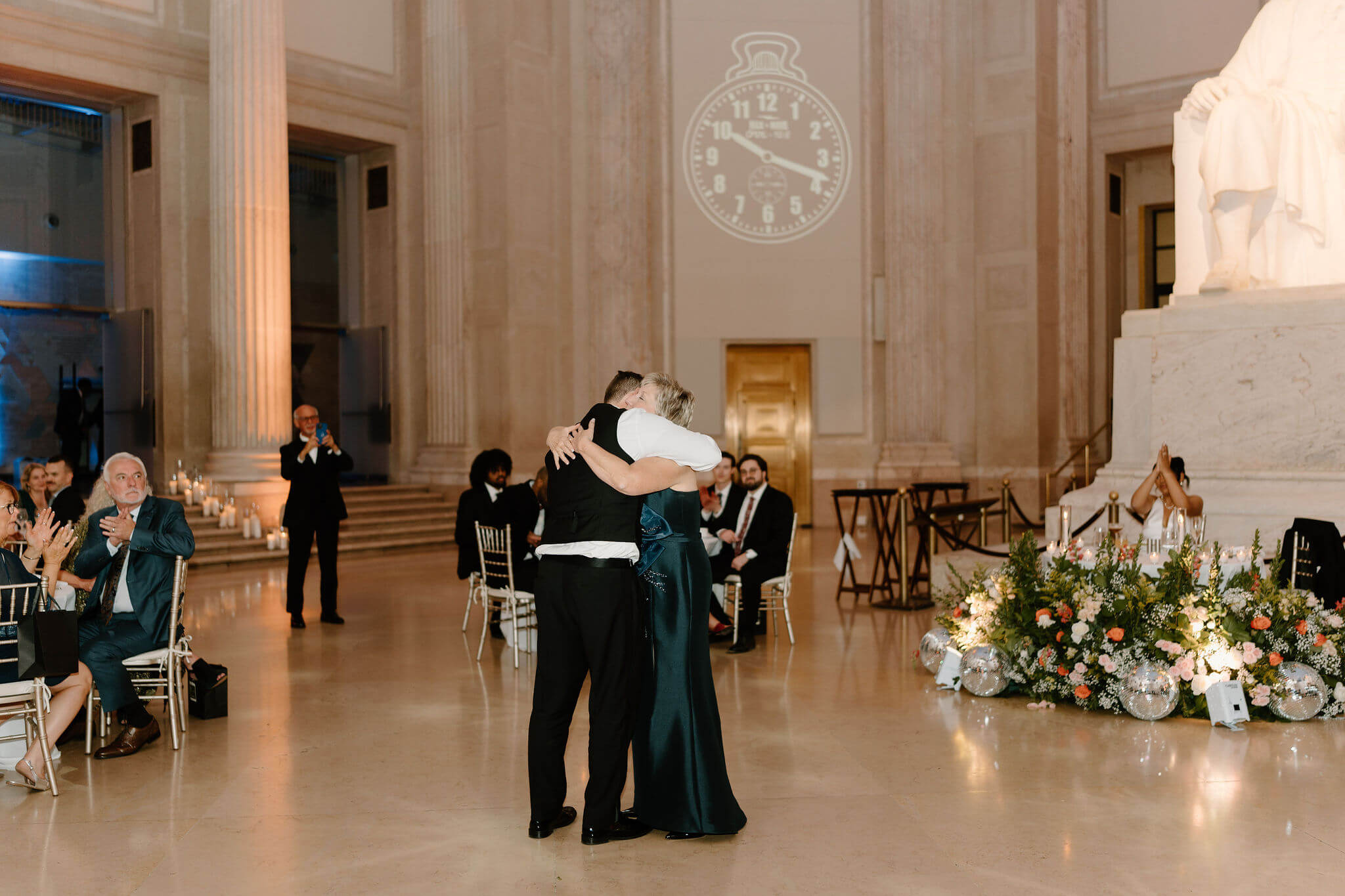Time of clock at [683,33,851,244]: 10:18
